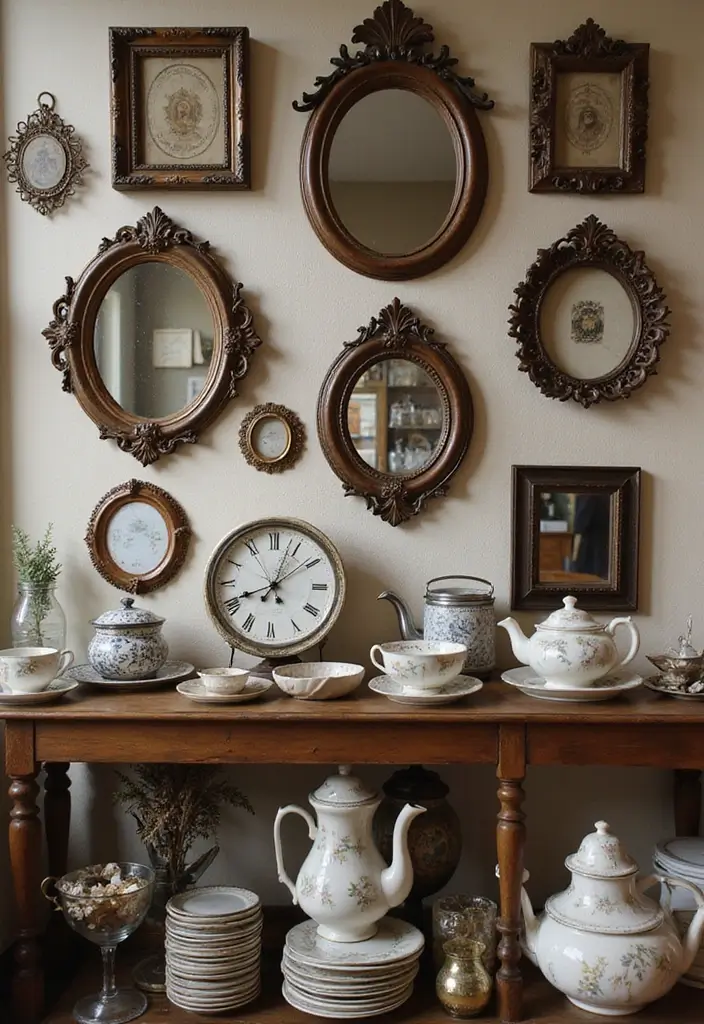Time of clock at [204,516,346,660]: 12:41
